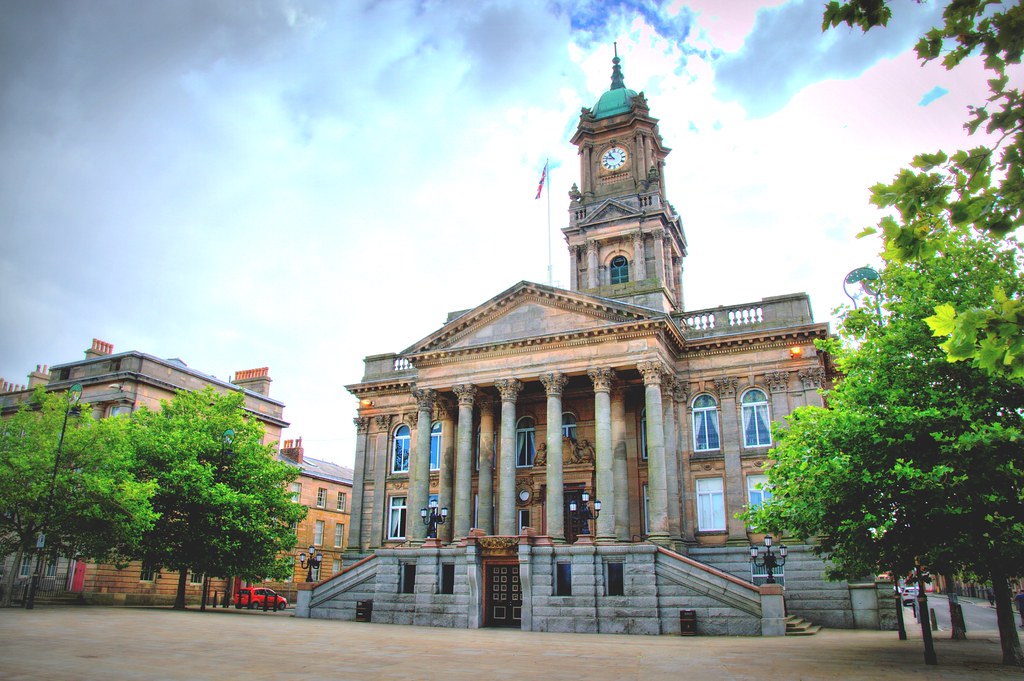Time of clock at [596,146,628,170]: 10:47
